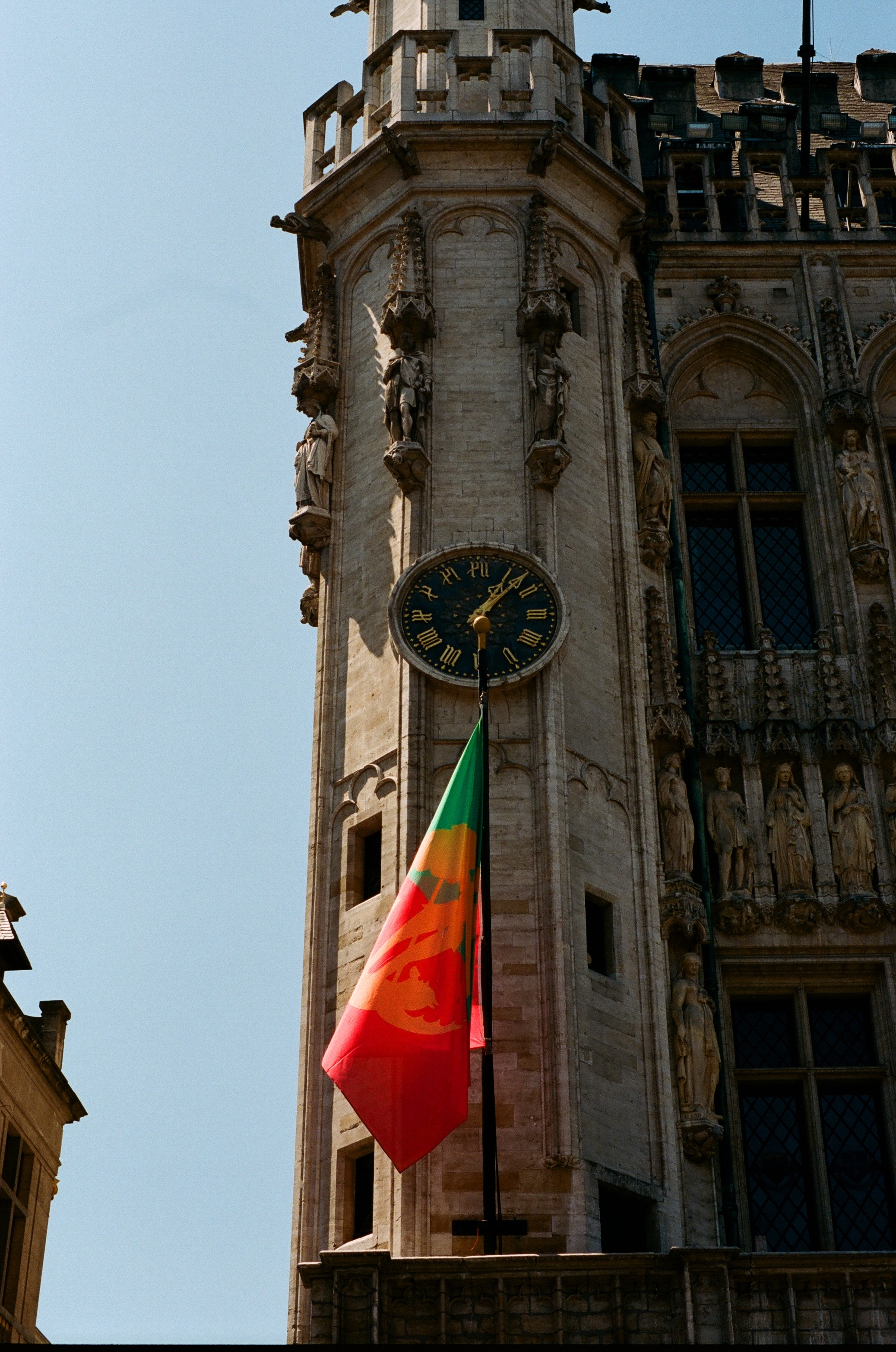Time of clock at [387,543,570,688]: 1:07
